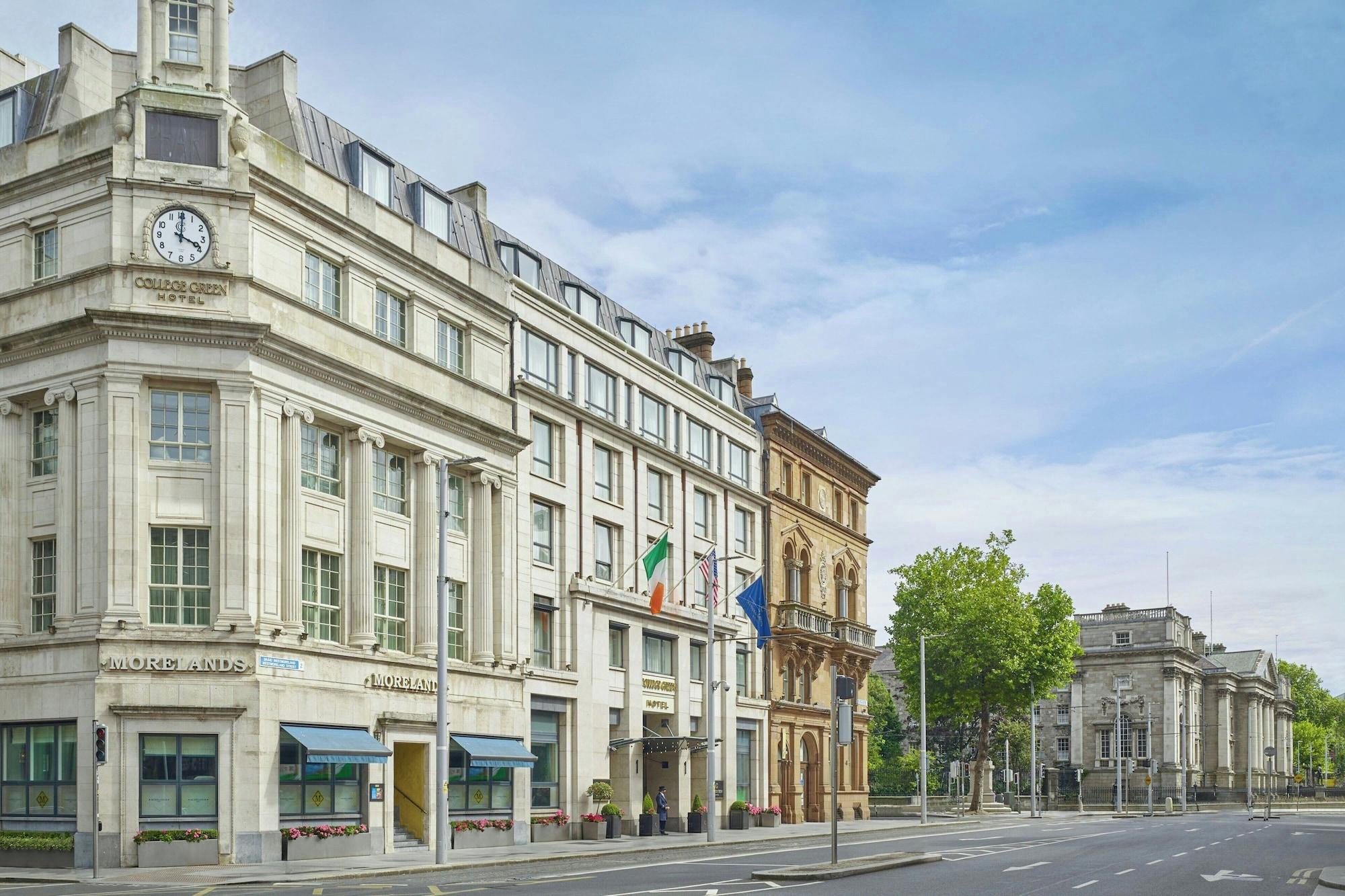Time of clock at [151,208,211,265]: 4:00
